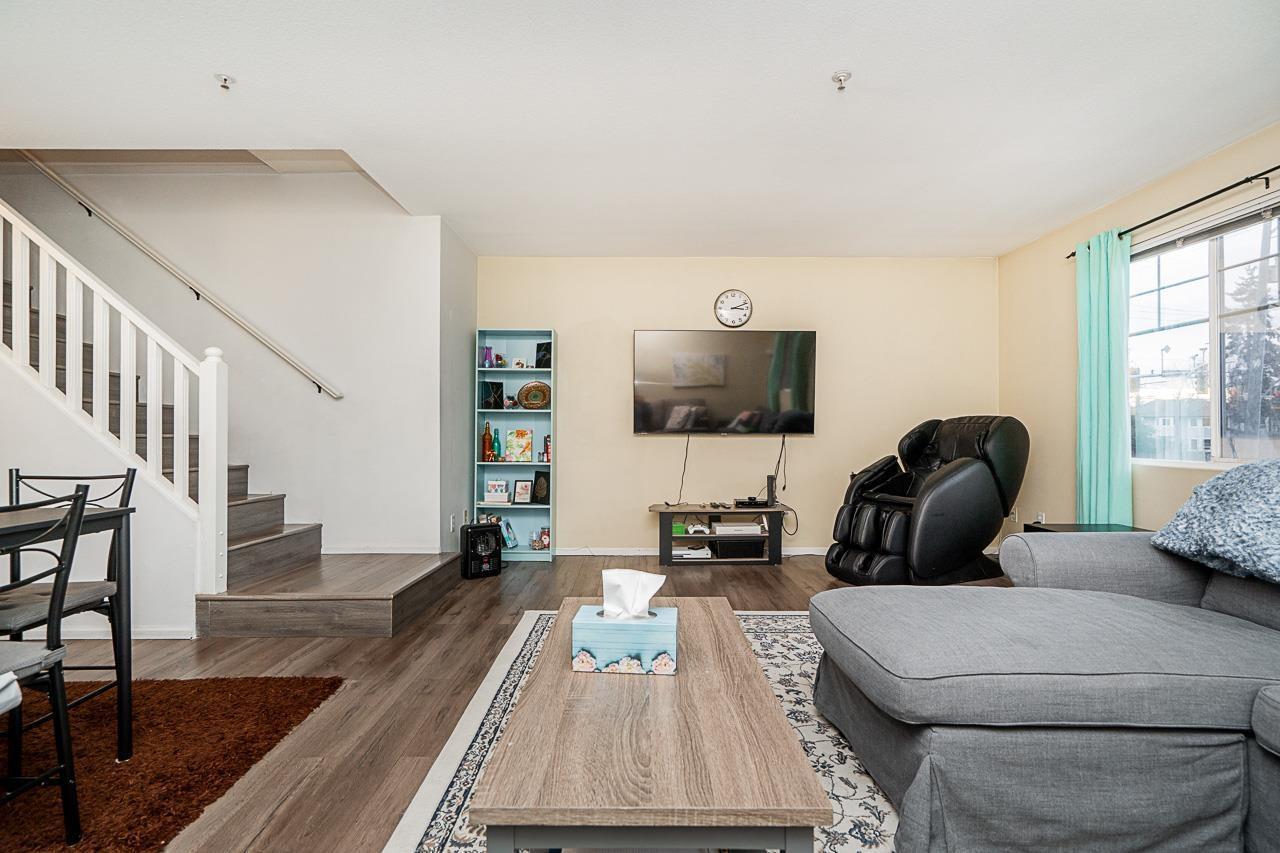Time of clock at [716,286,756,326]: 3:11
